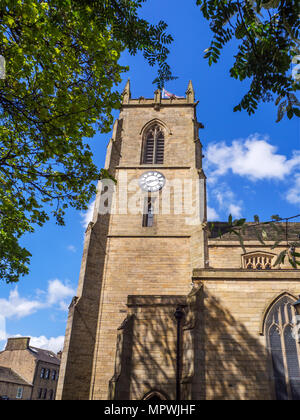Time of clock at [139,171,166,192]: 8:12
